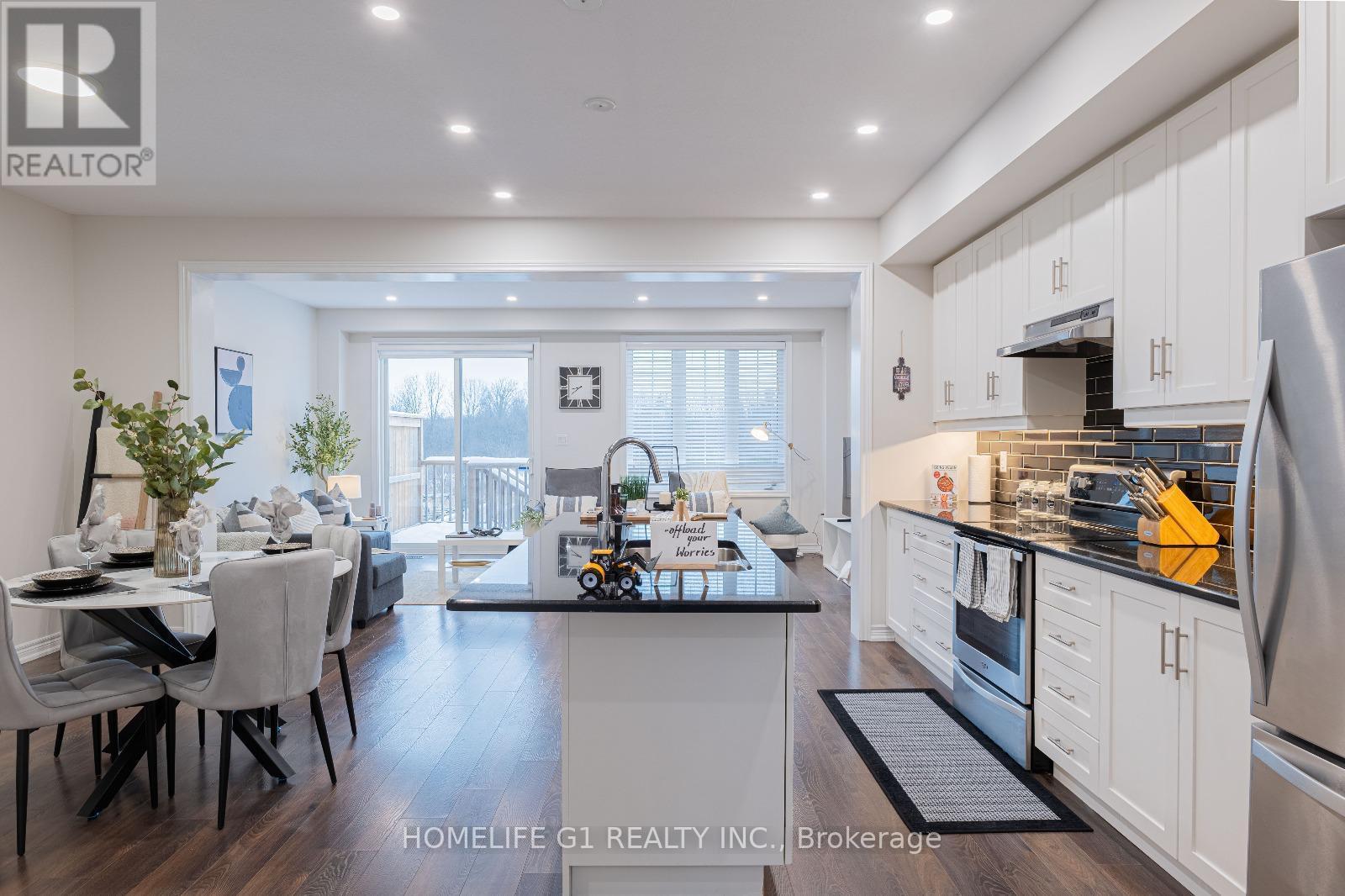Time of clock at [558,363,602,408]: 8:38
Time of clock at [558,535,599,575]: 9:51
